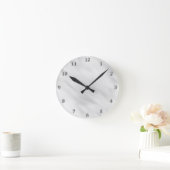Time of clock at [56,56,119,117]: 10:08
